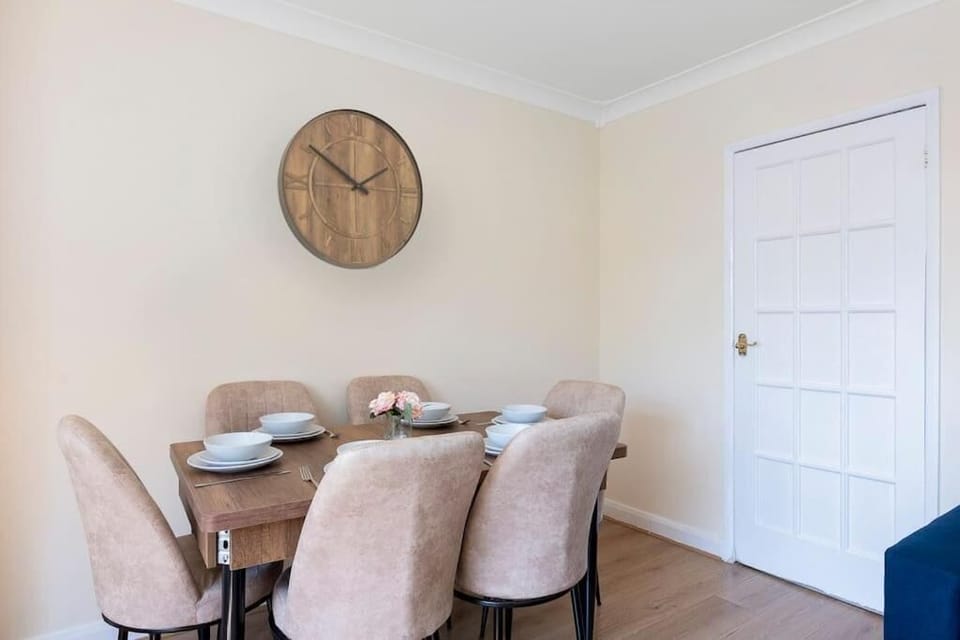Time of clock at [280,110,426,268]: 1:51
